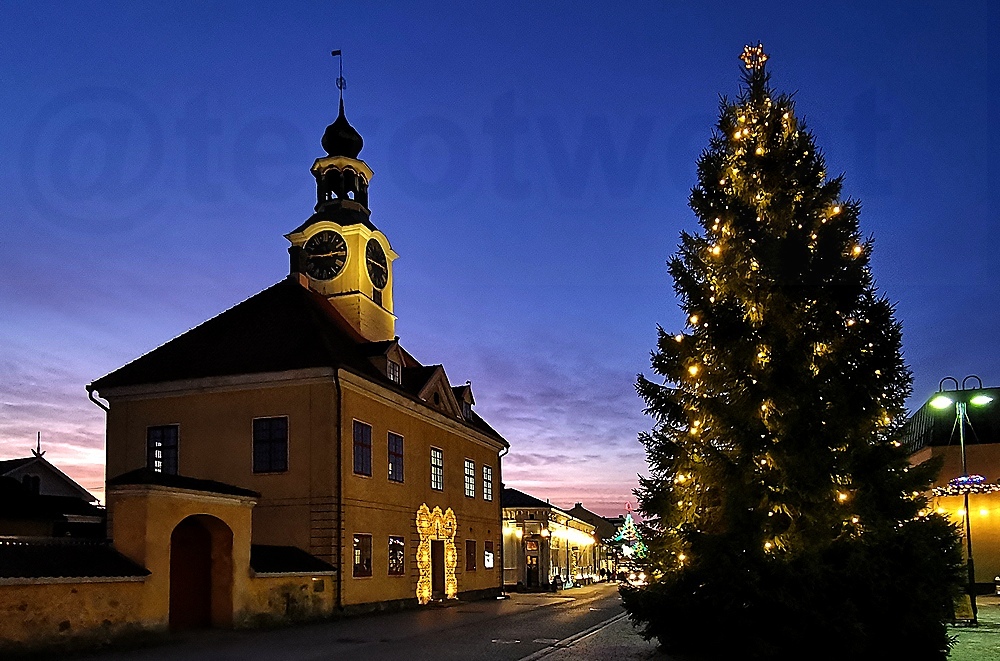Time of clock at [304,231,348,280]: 2:45
